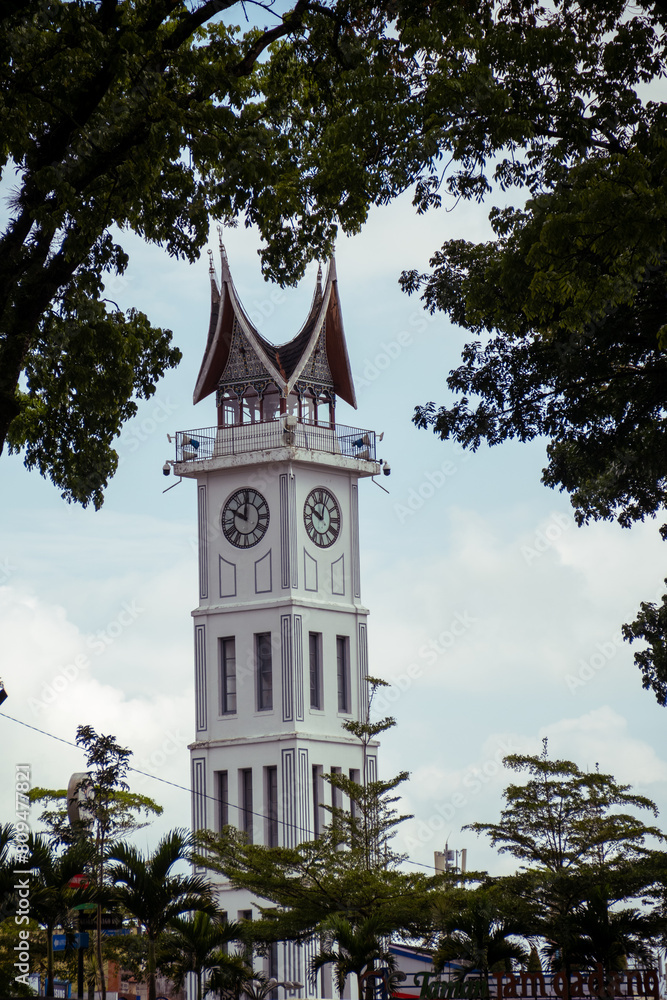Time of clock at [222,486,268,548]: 10:00
